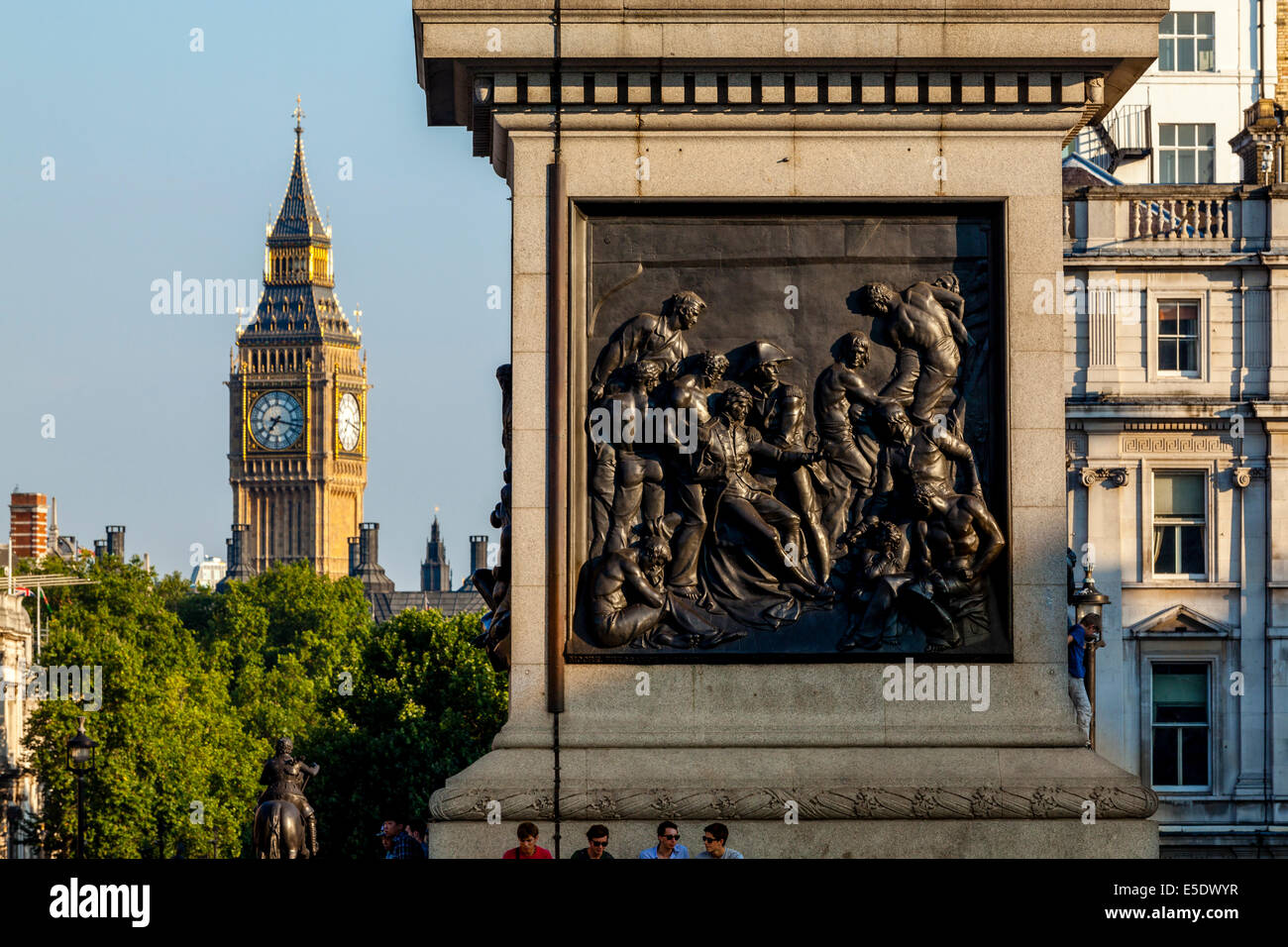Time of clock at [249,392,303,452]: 7:17
